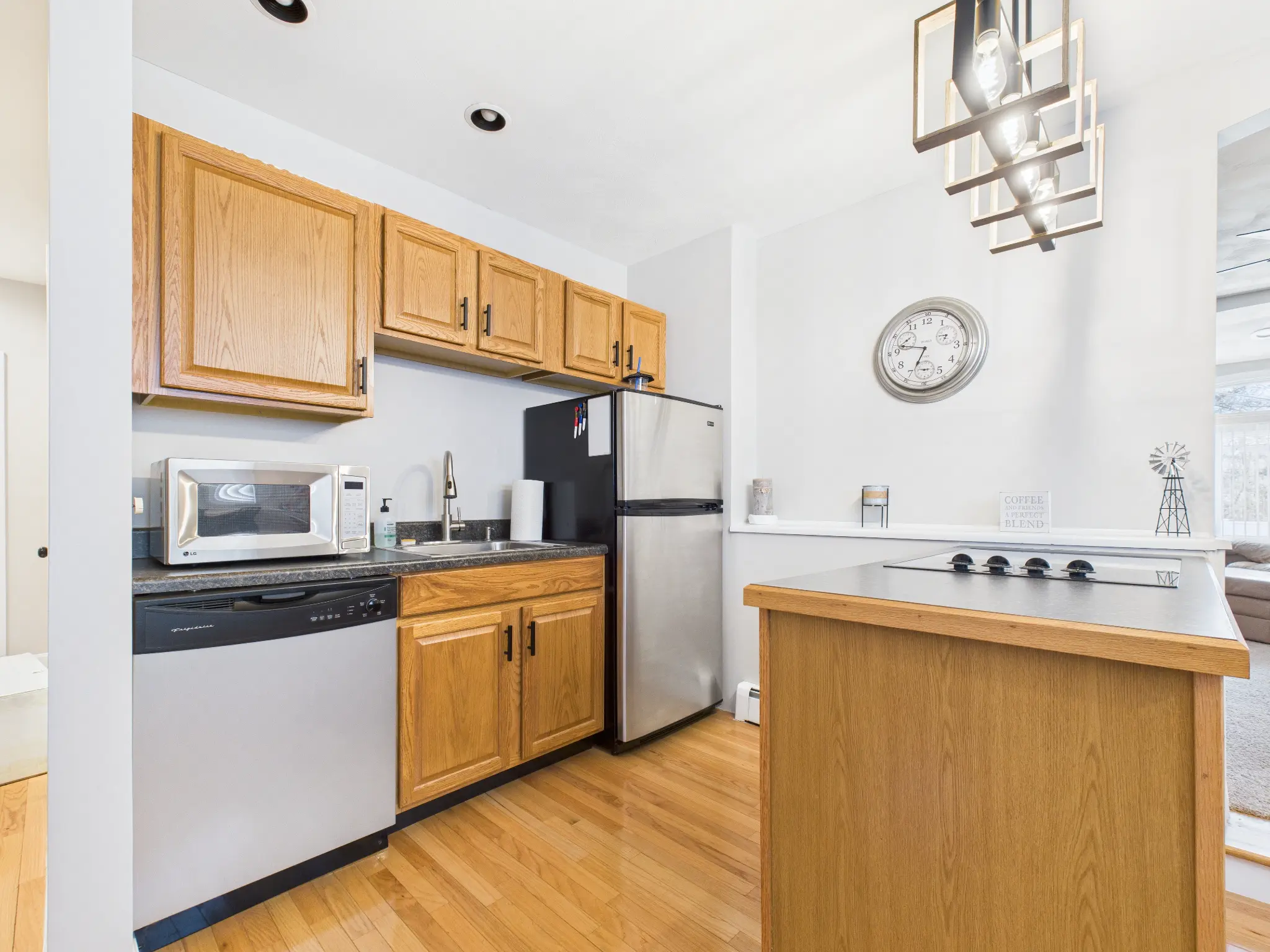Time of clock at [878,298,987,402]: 6:47
